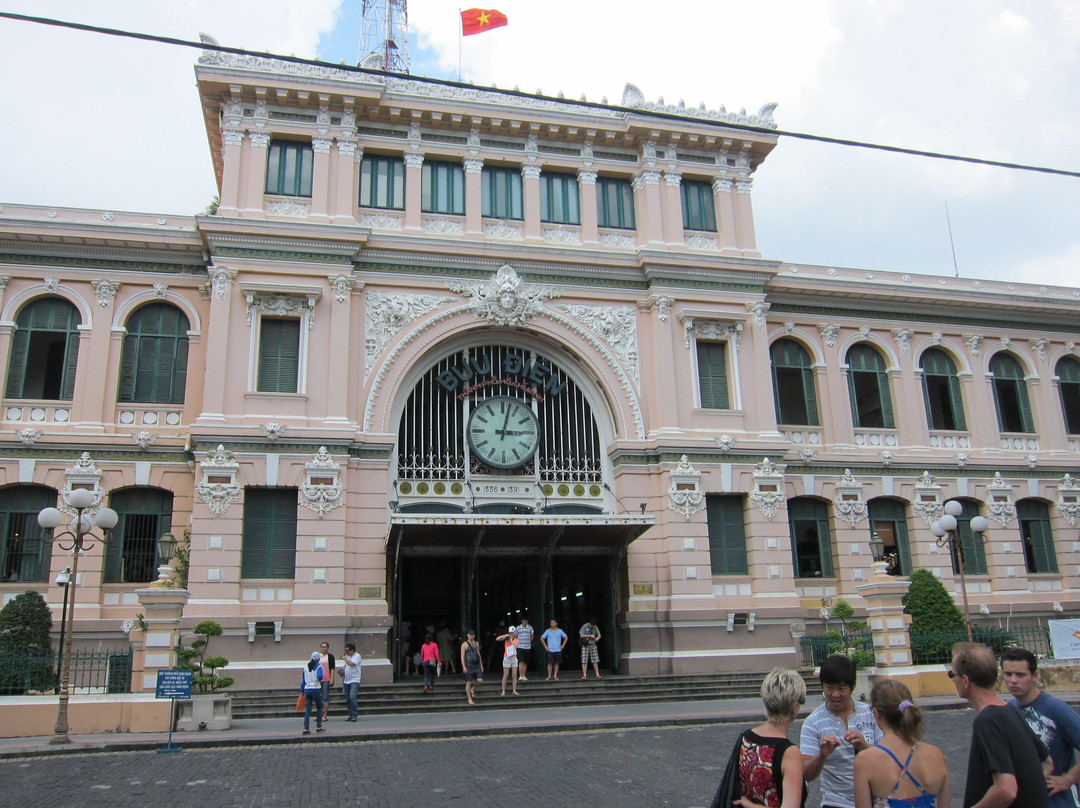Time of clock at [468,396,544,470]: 3:02
